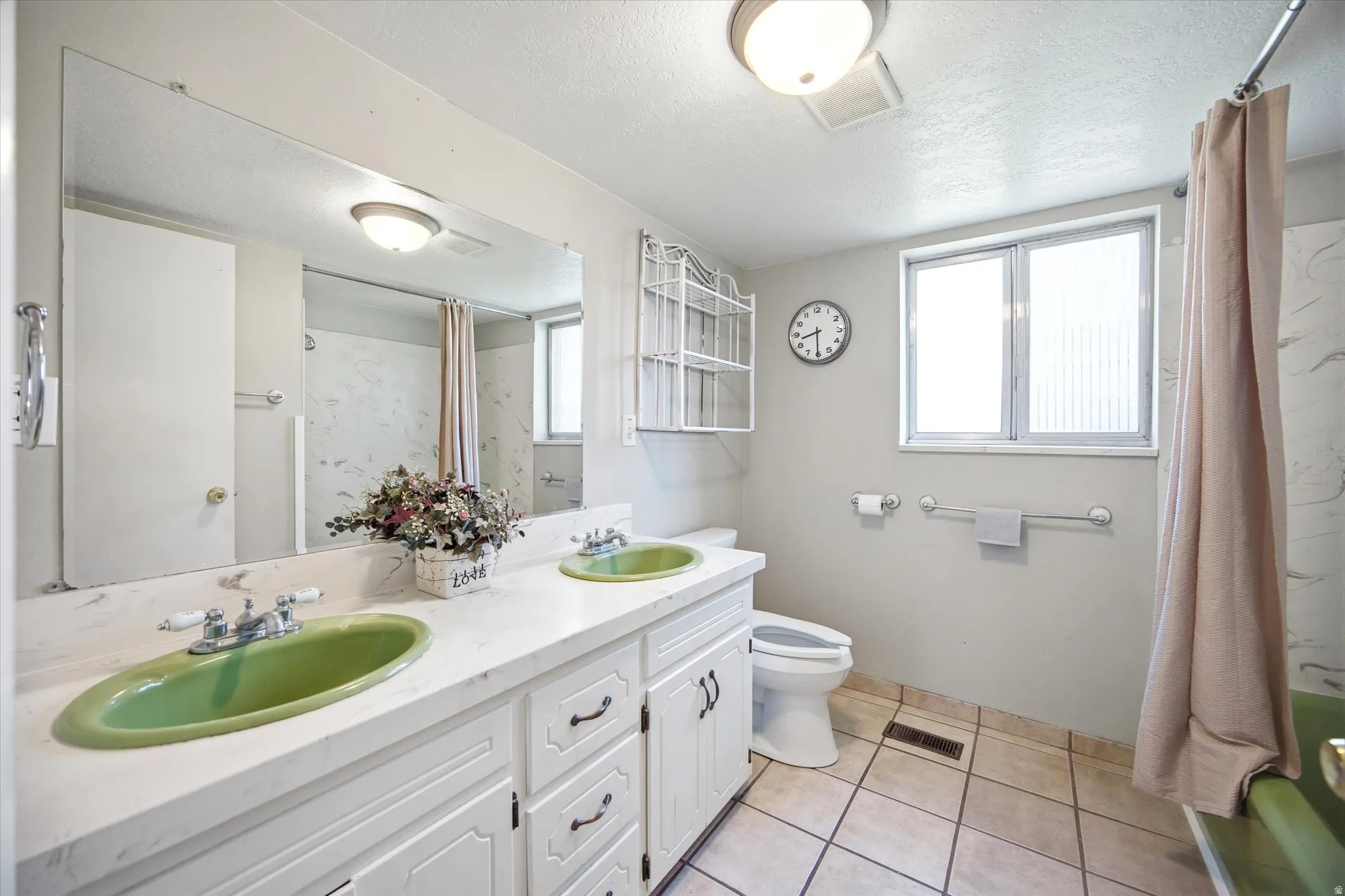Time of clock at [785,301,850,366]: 8:30
